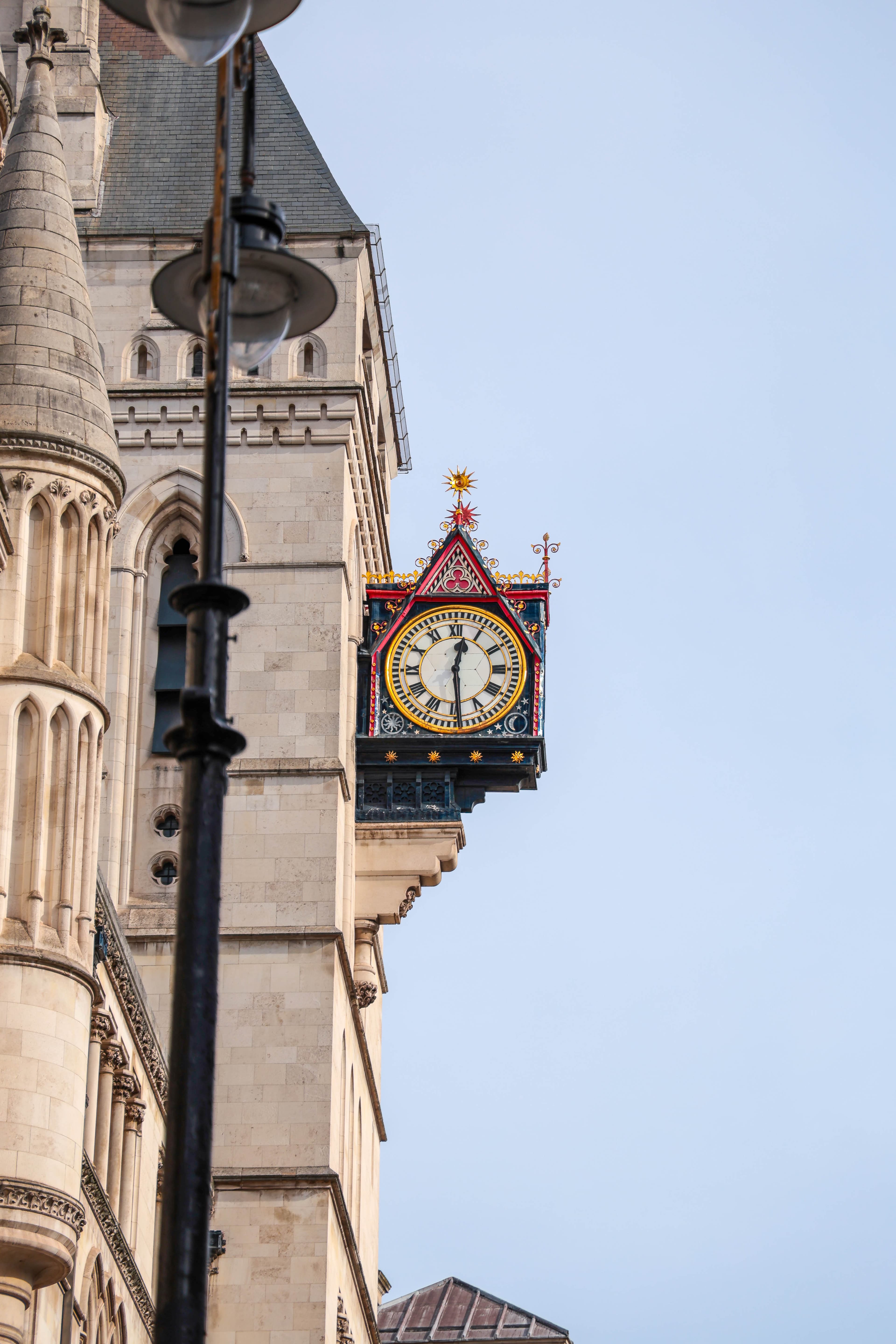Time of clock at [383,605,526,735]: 12:29
